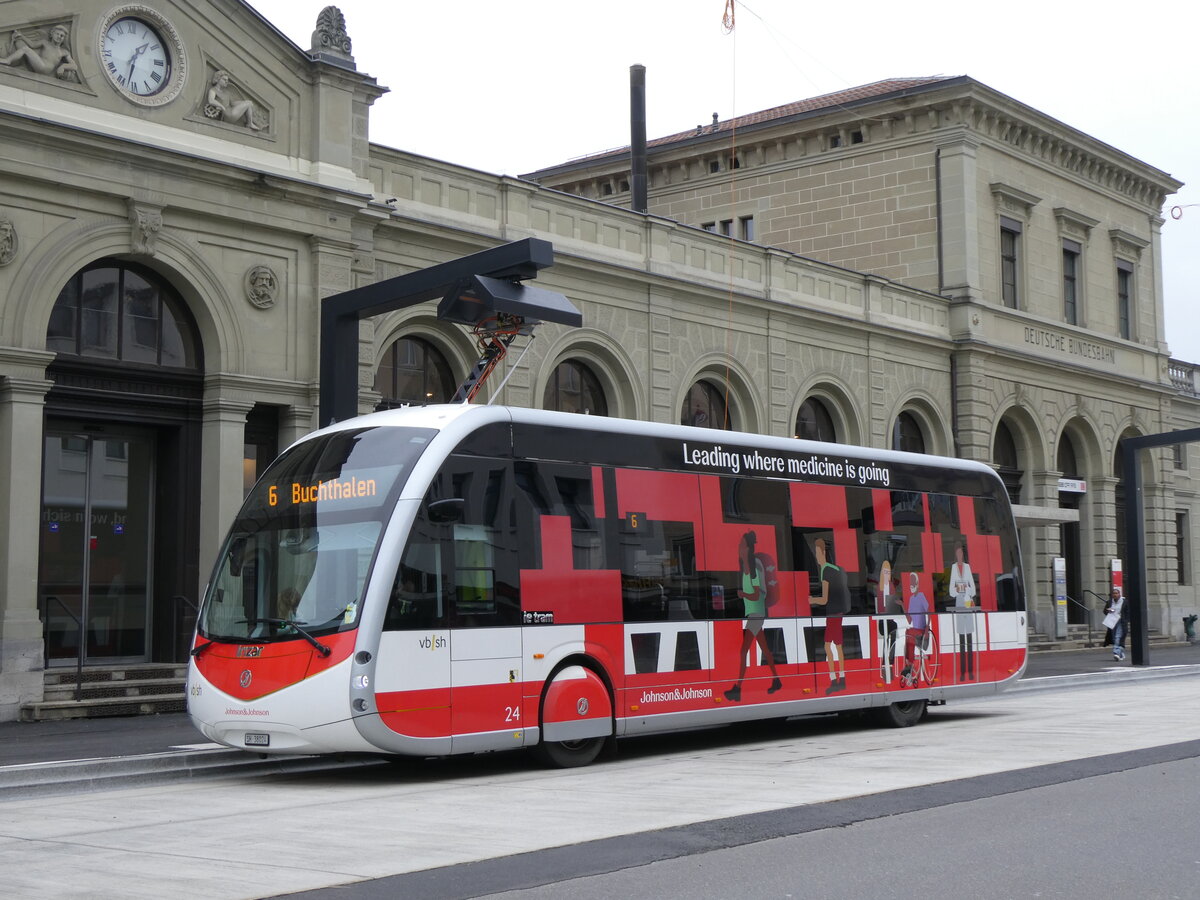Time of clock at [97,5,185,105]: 1:33
